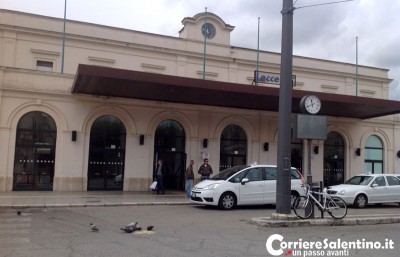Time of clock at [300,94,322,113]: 11:40
